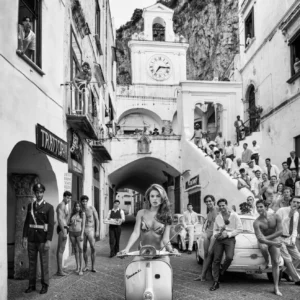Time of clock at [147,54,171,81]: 7:15
